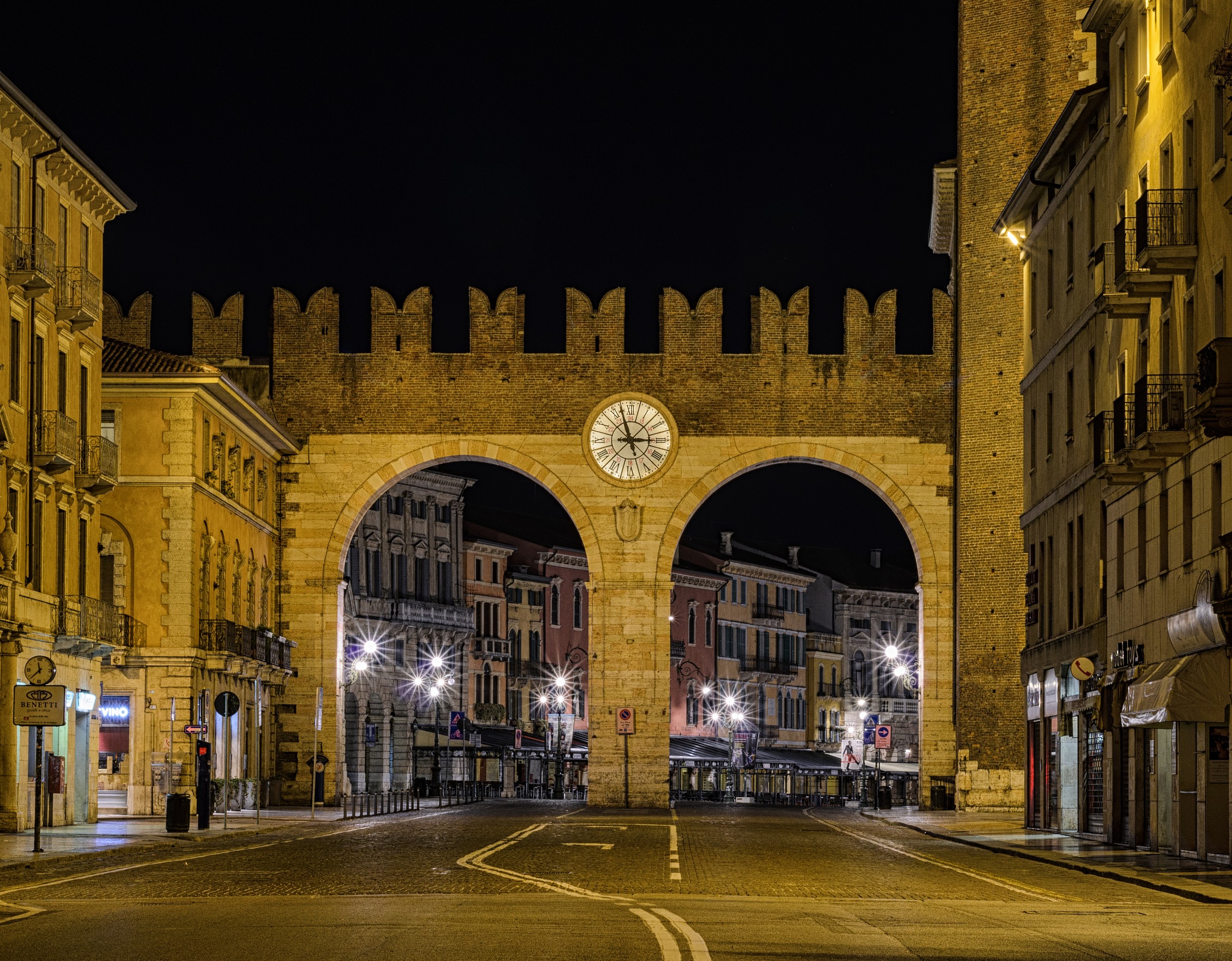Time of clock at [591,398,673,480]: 2:57
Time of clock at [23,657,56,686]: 11:37
